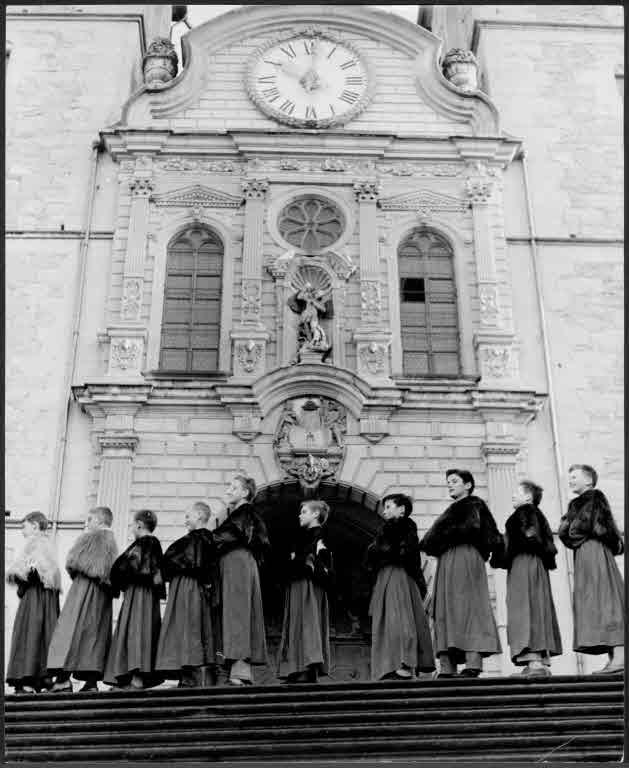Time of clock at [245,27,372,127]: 10:00
